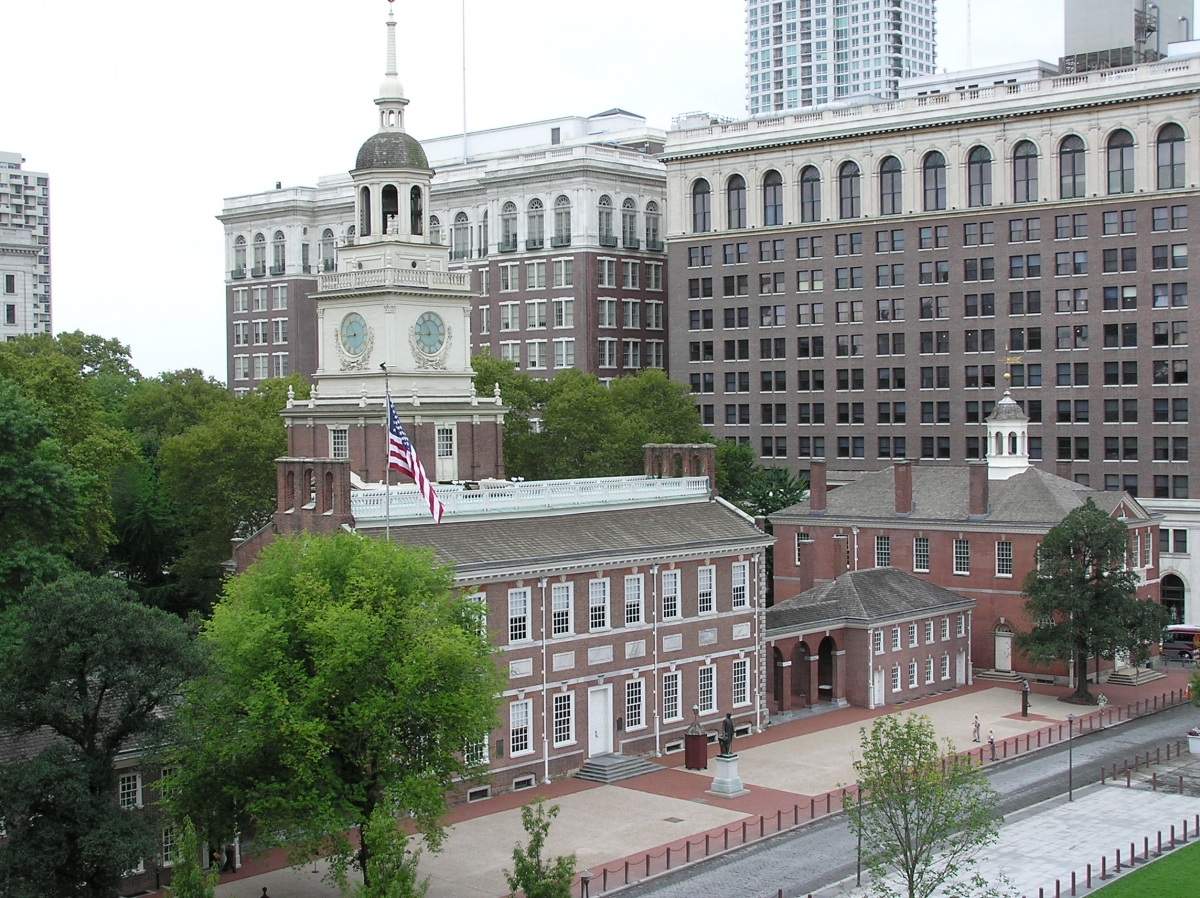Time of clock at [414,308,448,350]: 8:54
